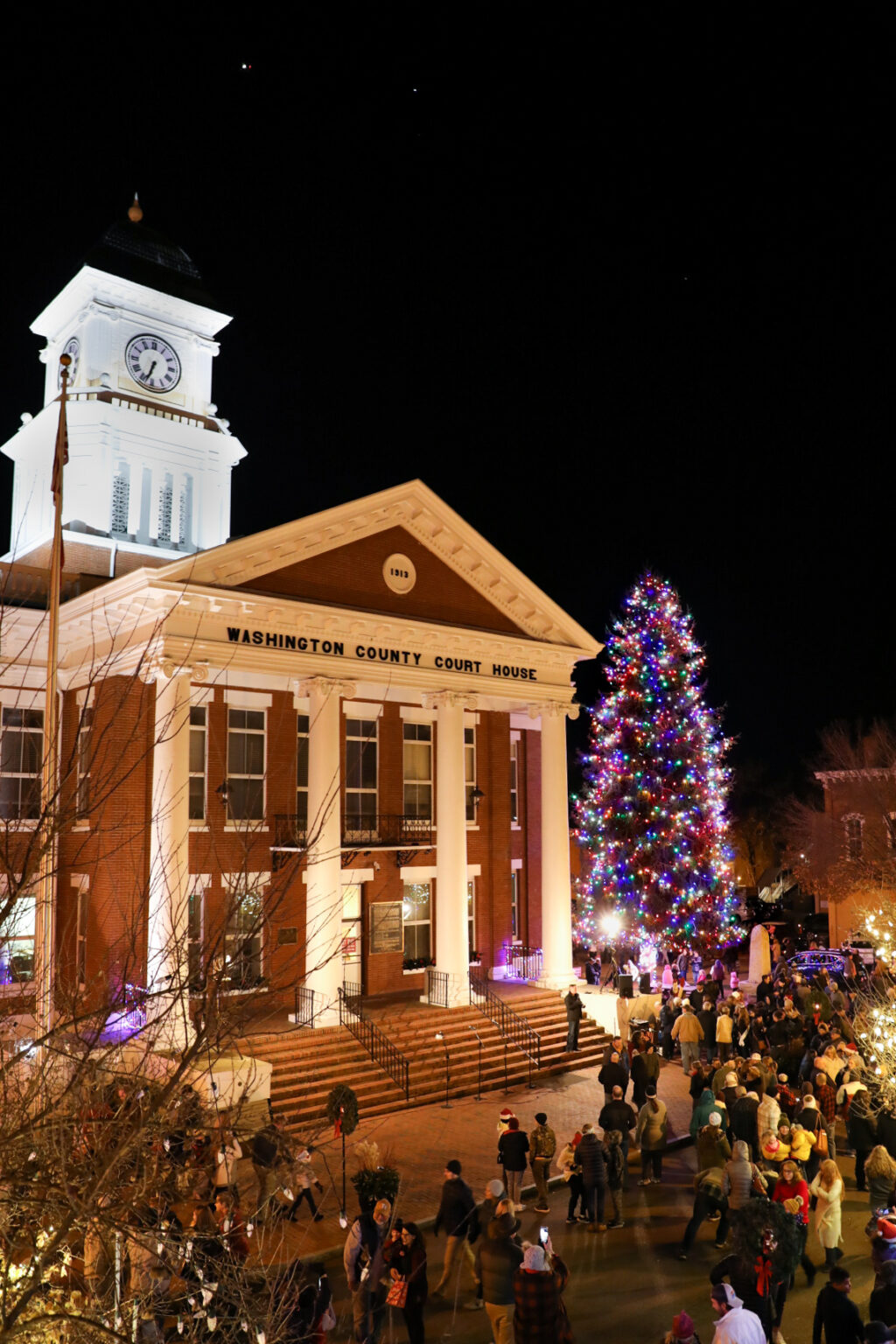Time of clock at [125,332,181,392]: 6:33
